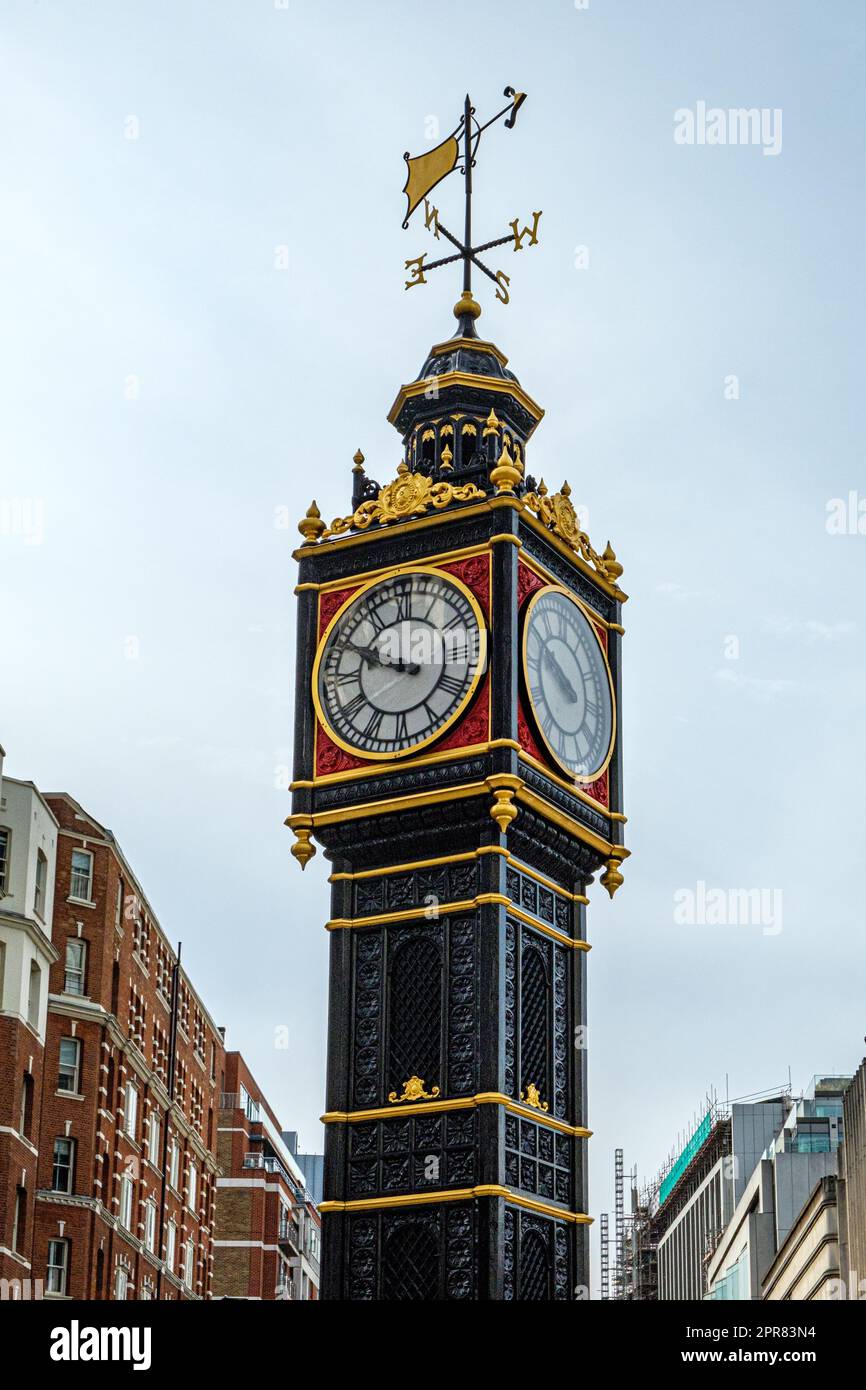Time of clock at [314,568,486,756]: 9:49
